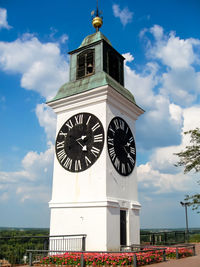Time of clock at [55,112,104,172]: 2:22
